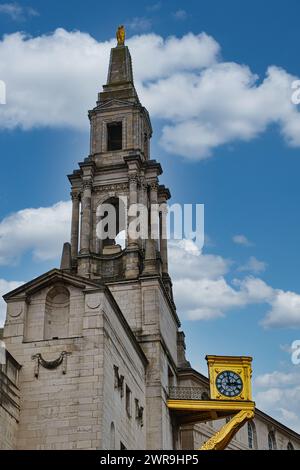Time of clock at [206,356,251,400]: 2:59
